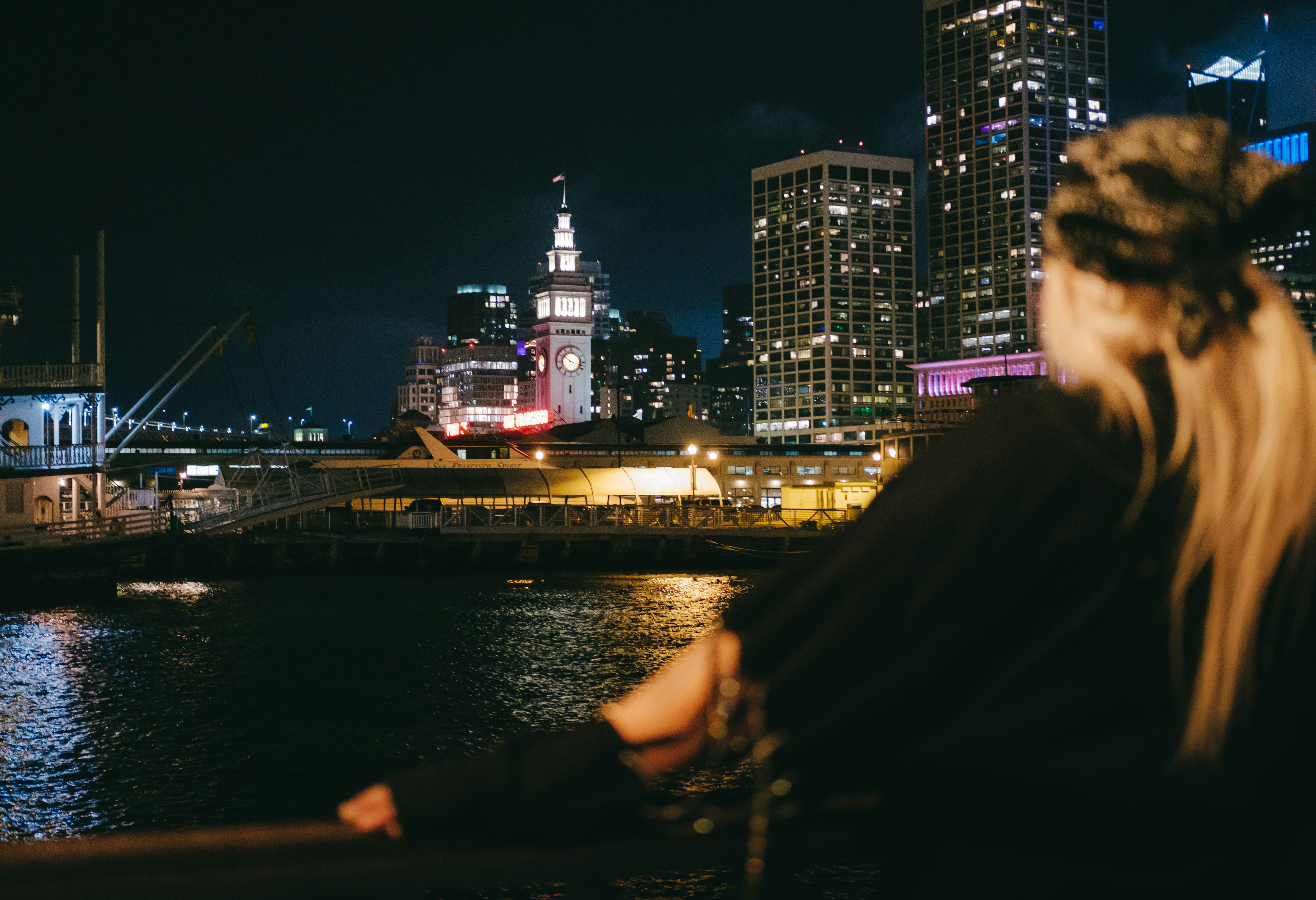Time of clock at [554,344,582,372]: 10:17
